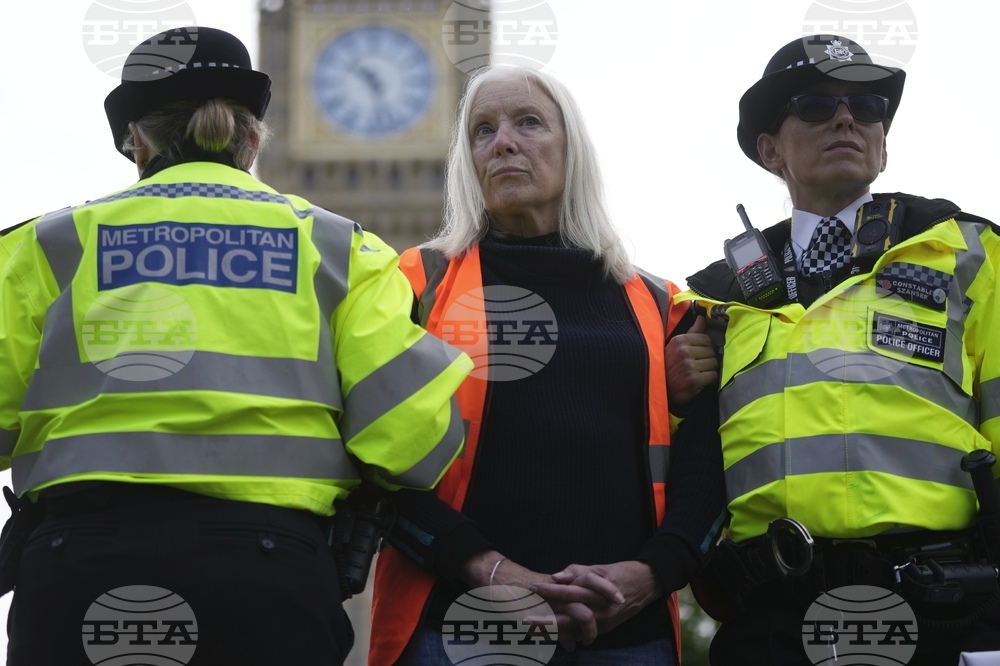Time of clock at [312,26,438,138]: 10:27
